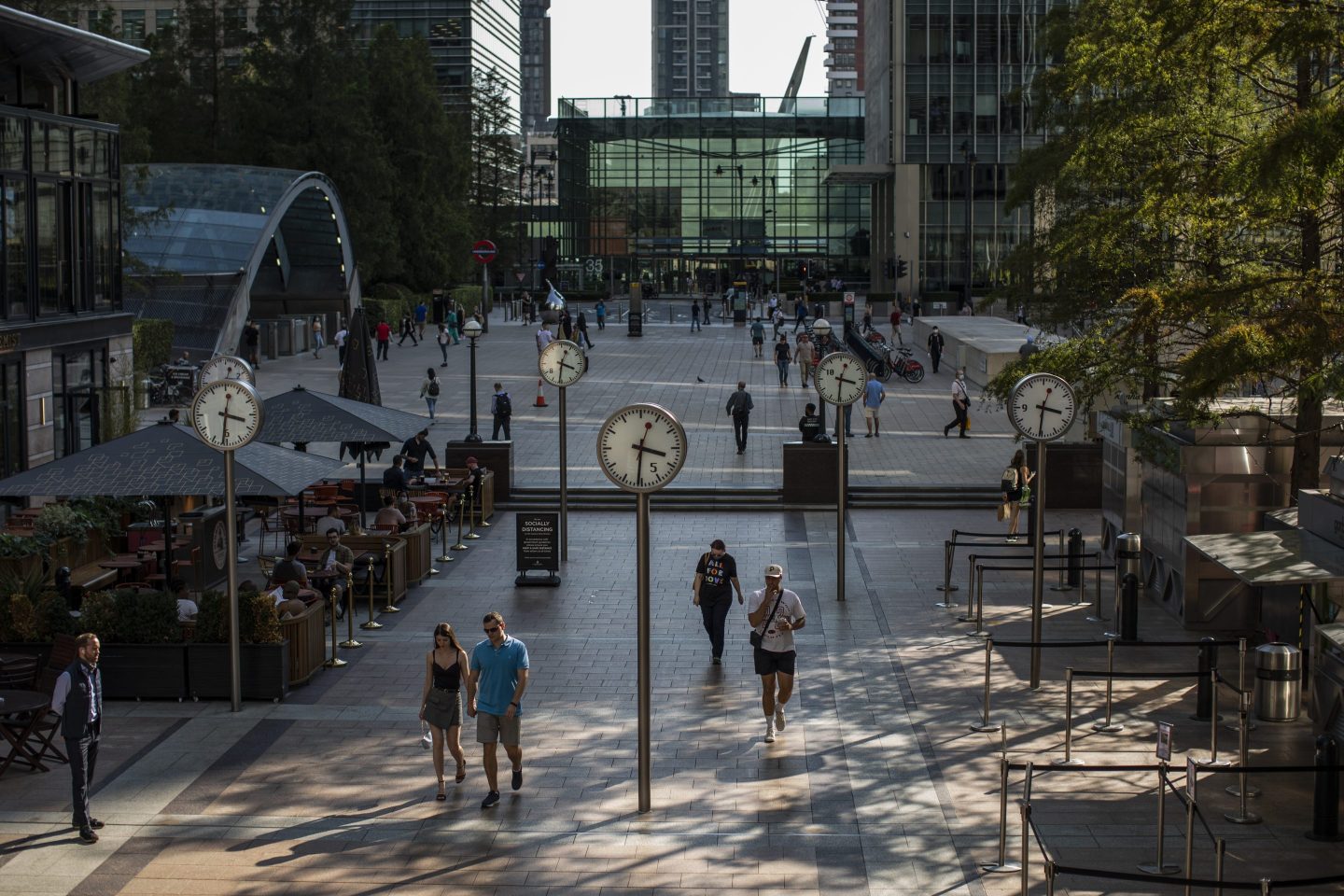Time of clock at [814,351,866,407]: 3:31
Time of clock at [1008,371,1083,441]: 3:31
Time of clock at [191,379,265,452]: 3:31
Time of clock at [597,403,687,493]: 3:31
